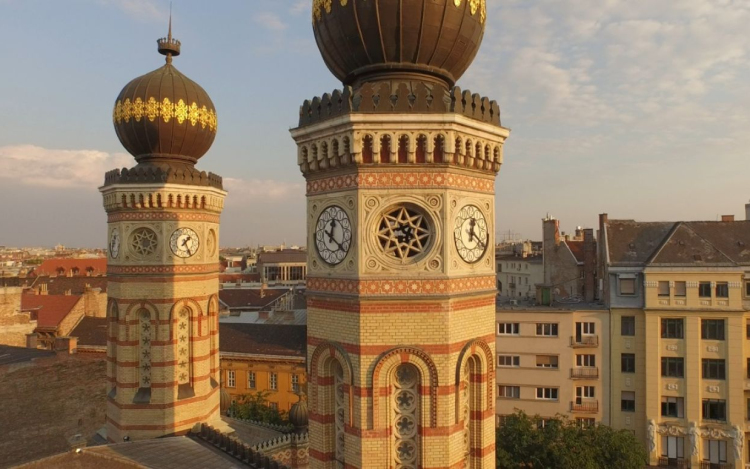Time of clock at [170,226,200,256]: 1:25
